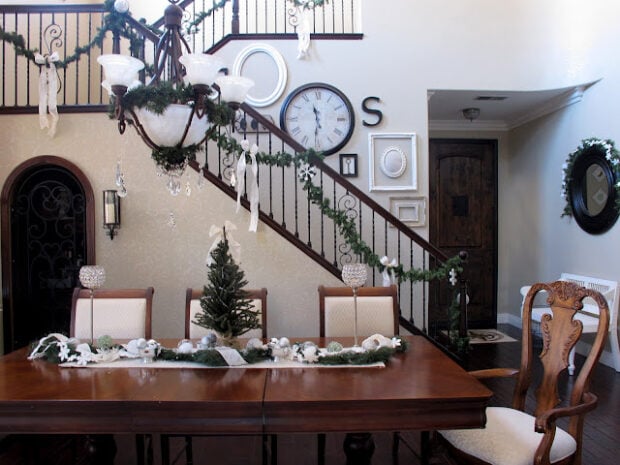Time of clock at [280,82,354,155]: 11:30
